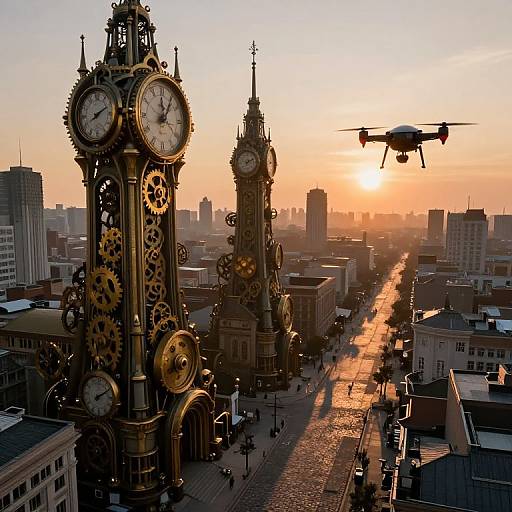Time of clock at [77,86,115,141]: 8:11
